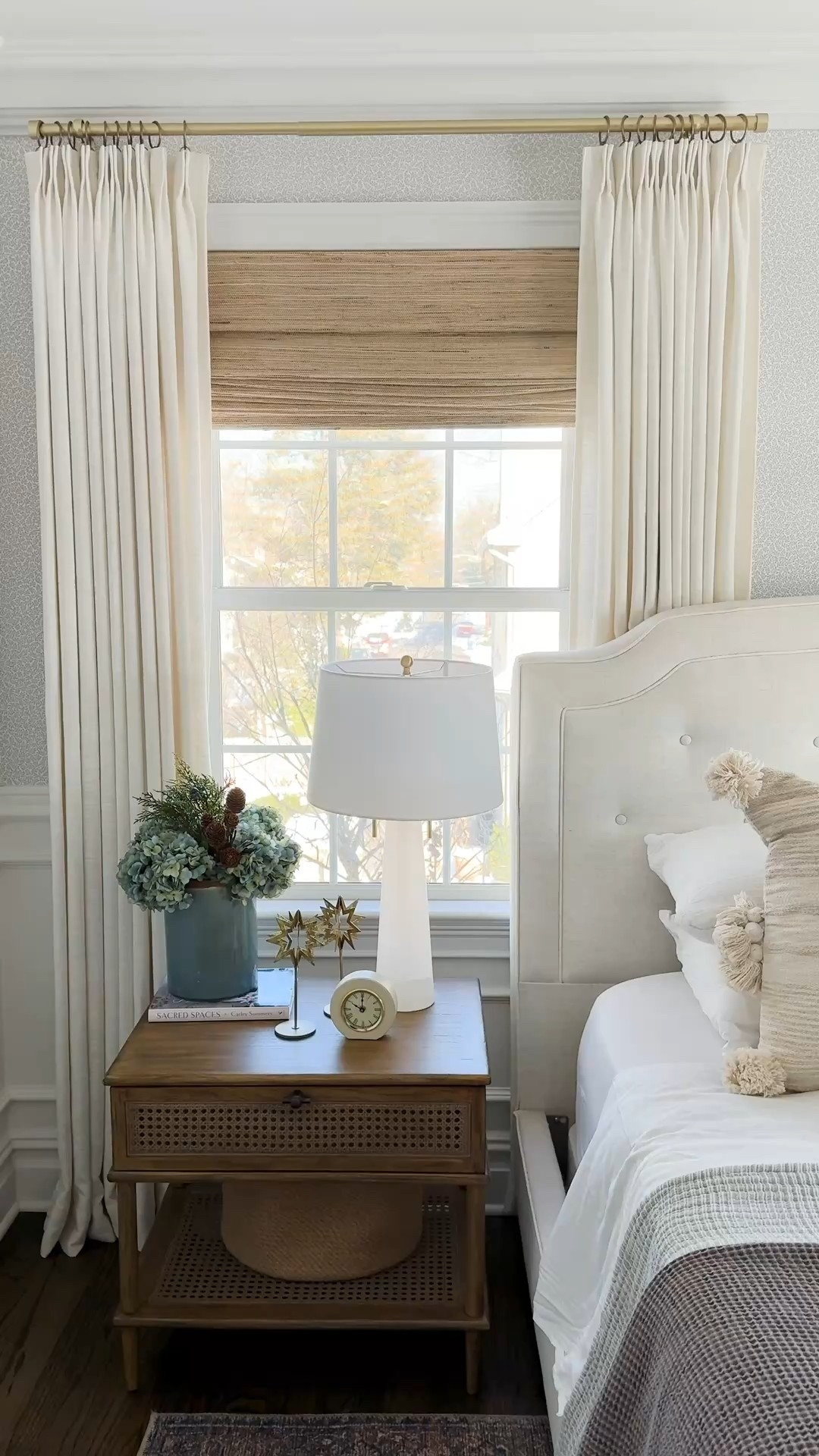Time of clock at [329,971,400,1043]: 10:00
